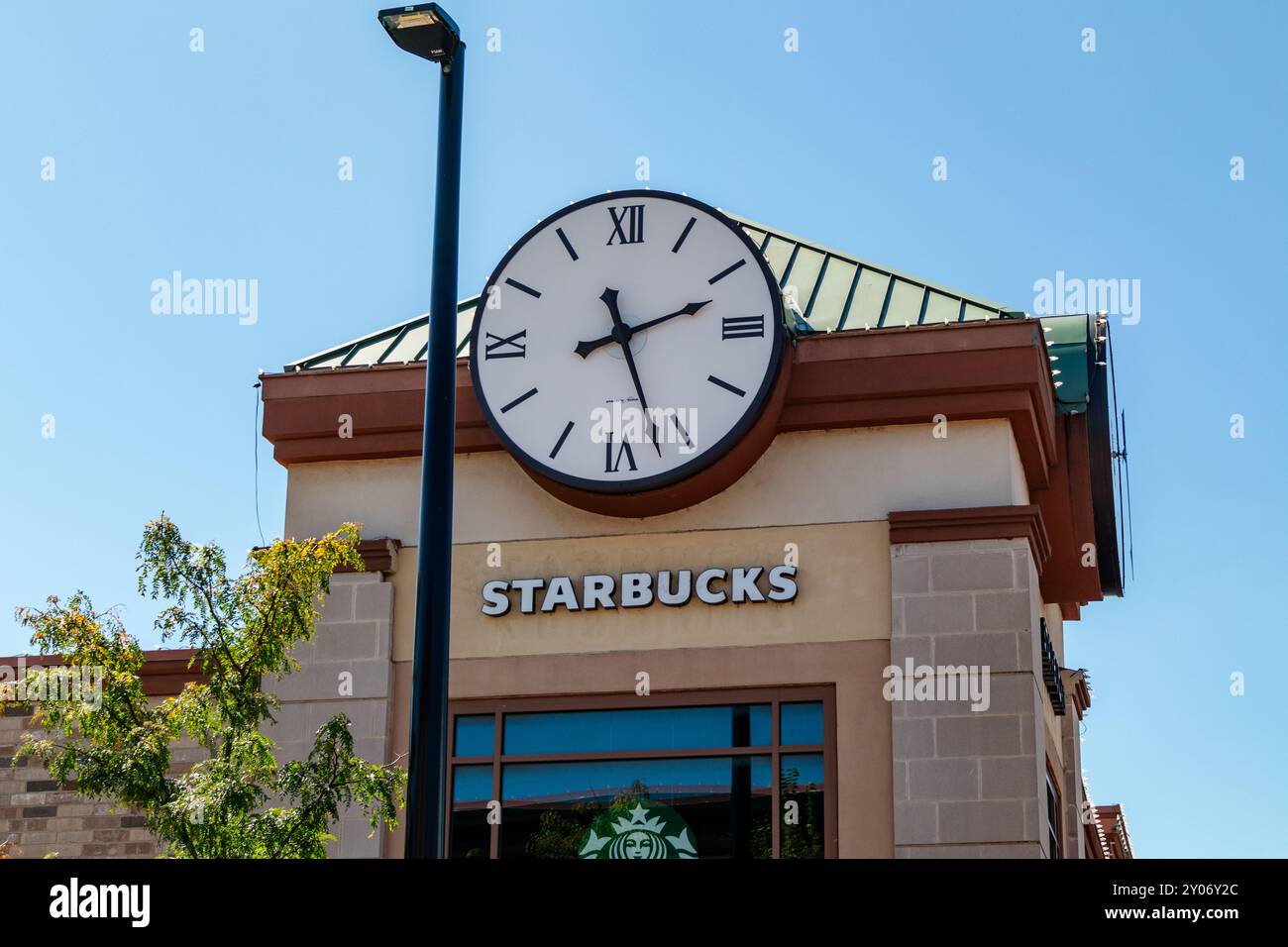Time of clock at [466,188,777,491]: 2:26
